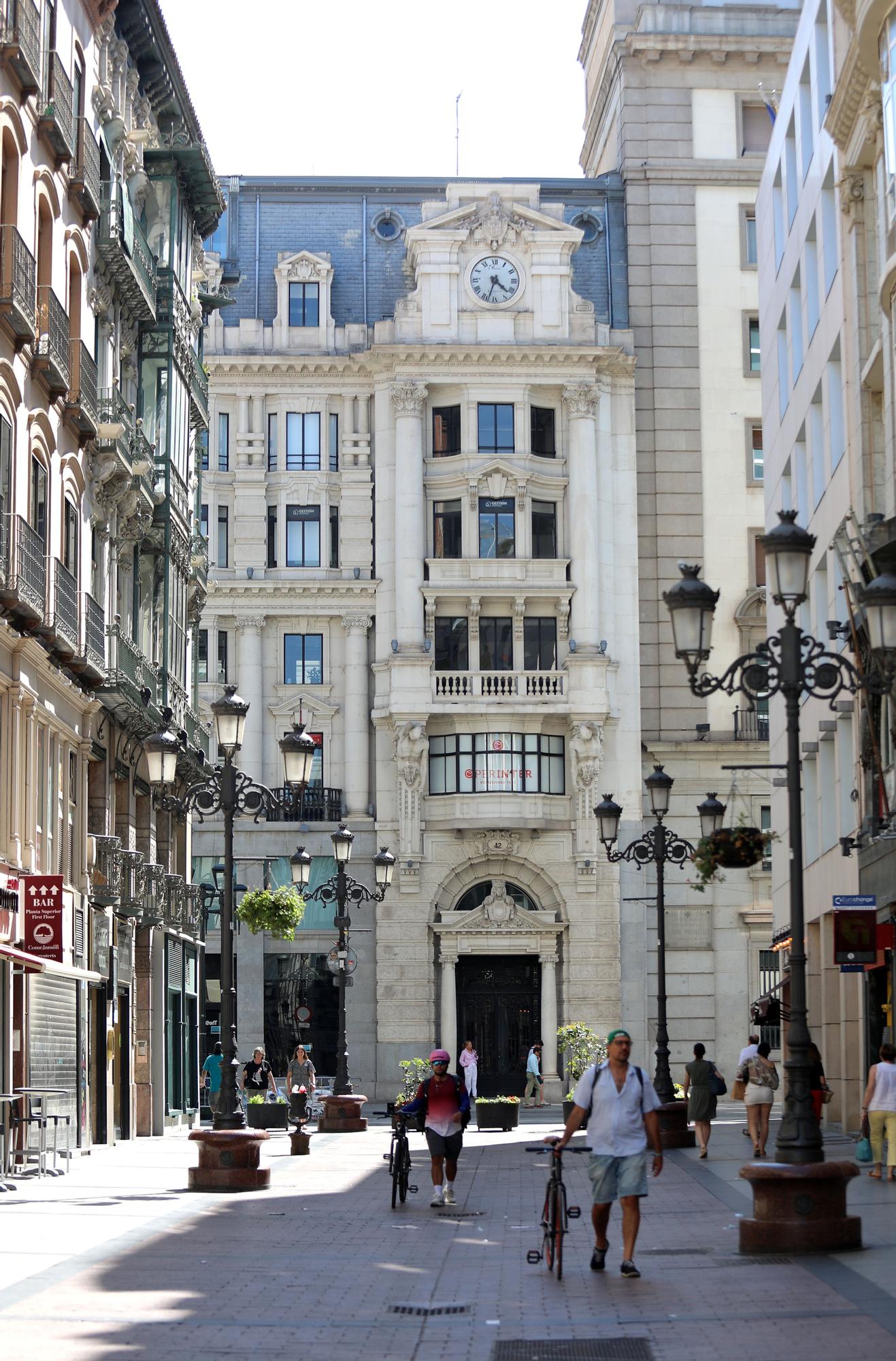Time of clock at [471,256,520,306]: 4:33
